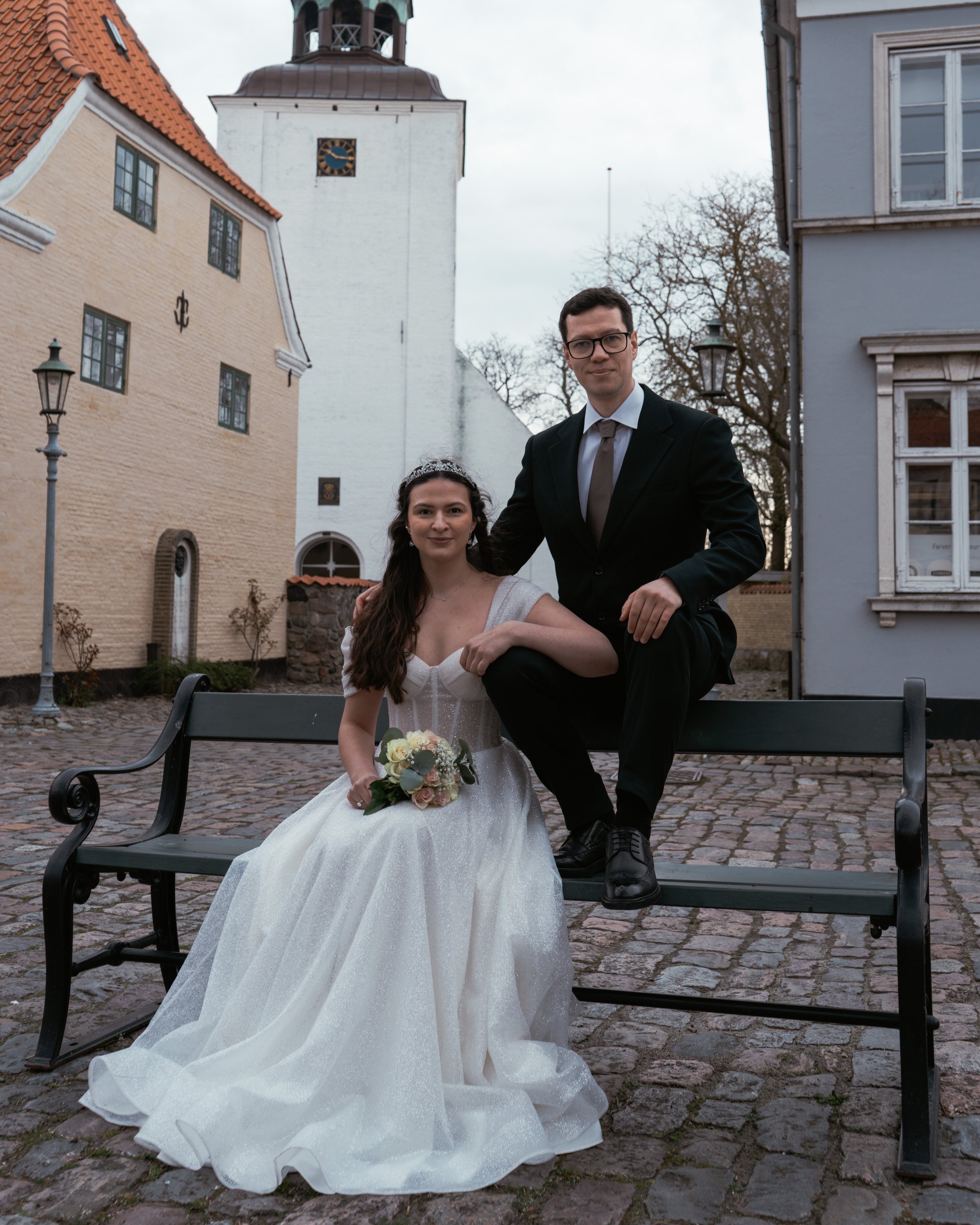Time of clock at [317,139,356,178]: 10:15
